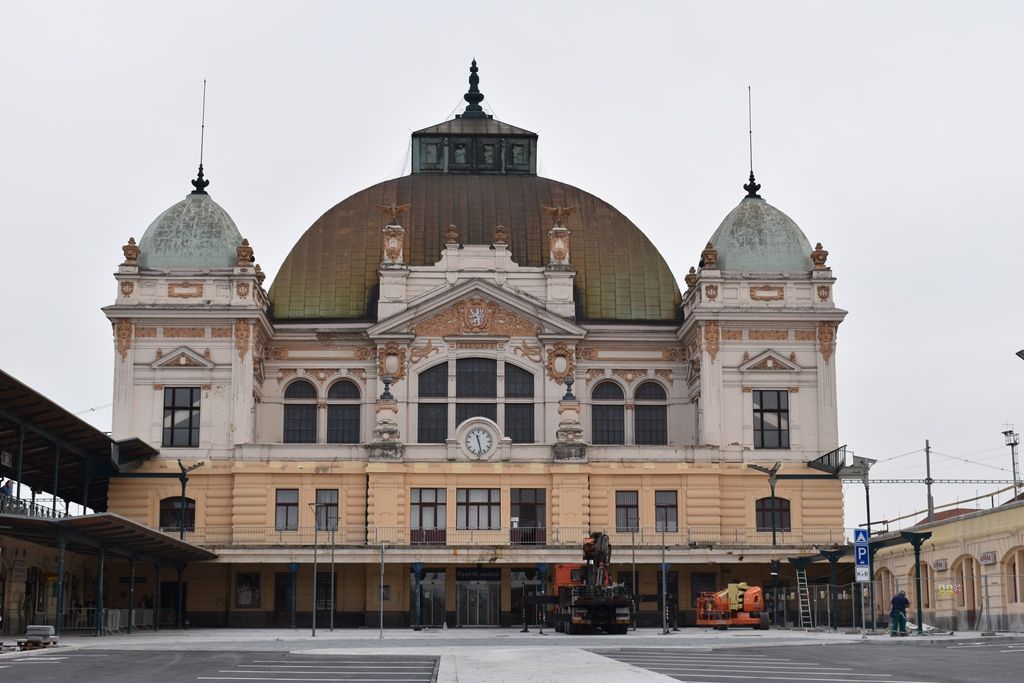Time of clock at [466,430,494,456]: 11:28
